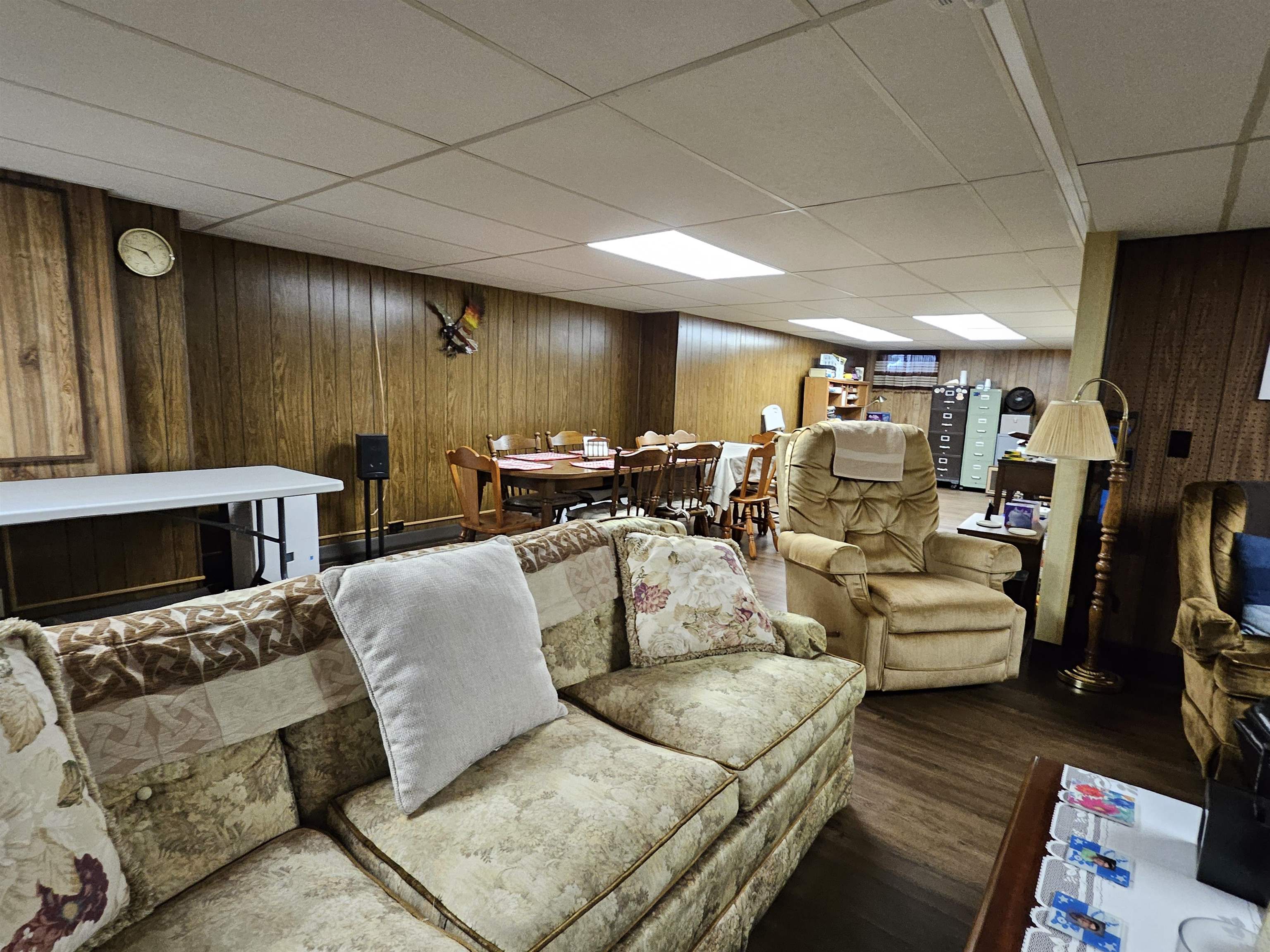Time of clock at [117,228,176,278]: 4:47
